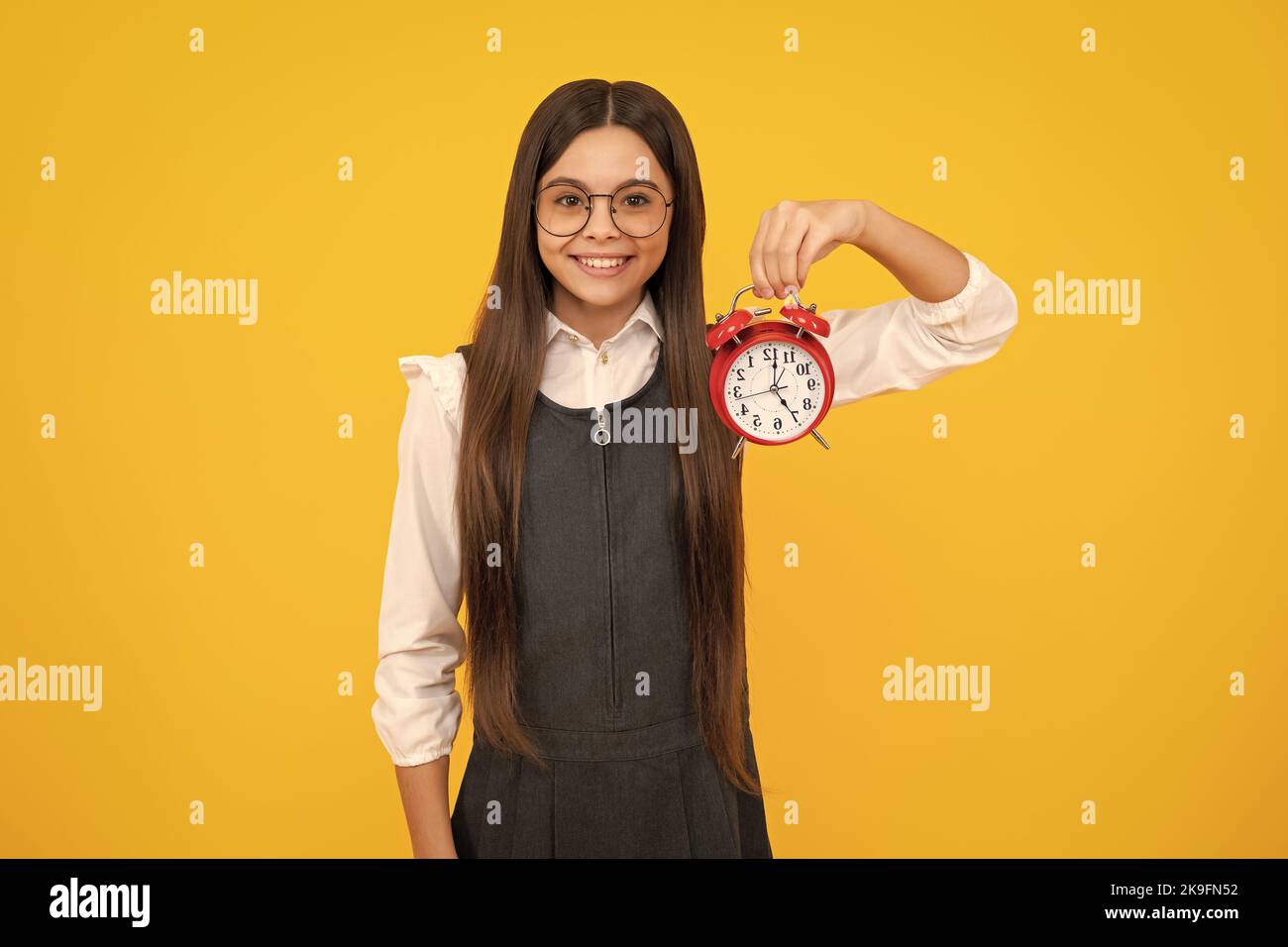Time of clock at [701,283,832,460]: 5:01
